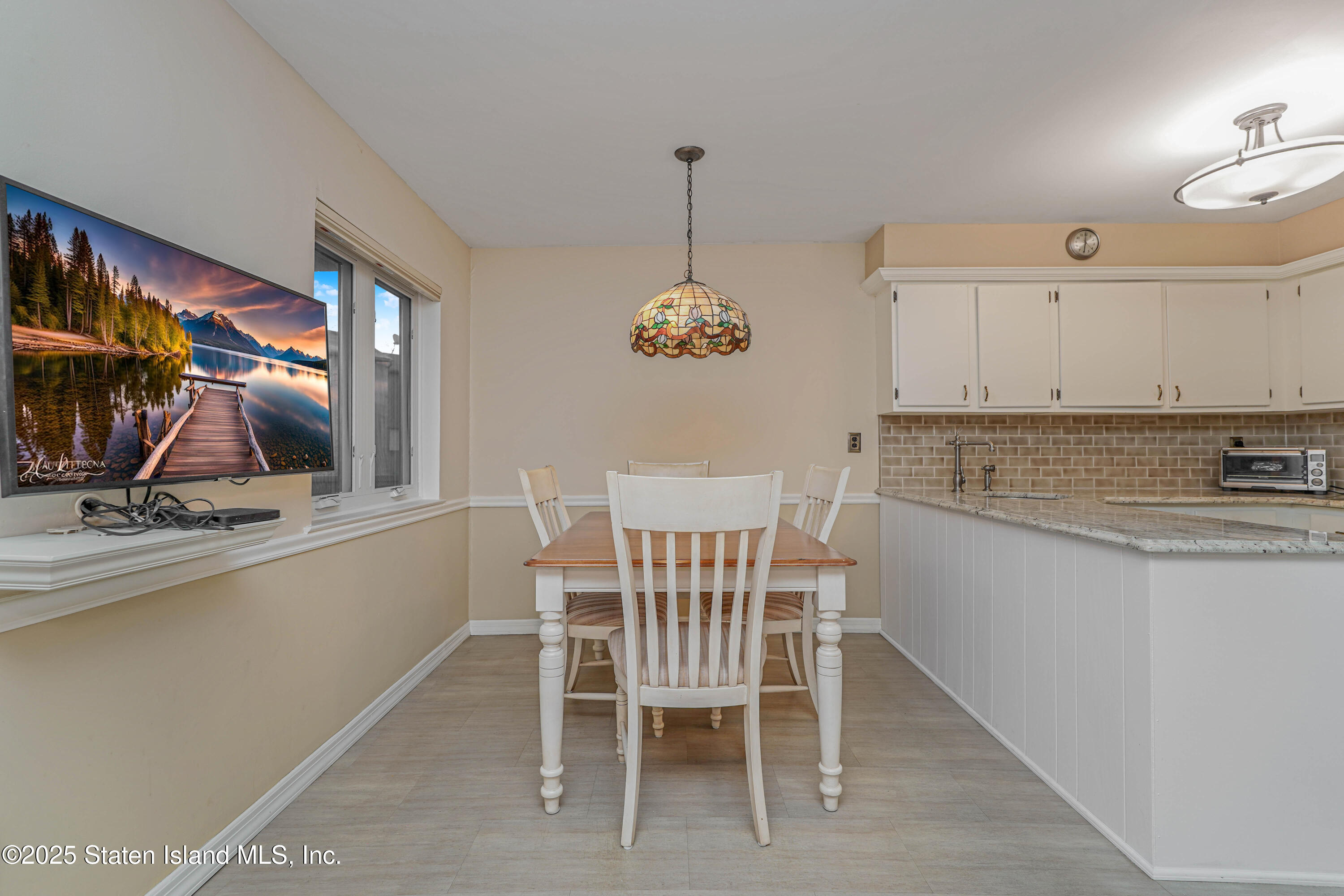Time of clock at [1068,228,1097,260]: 5:59
